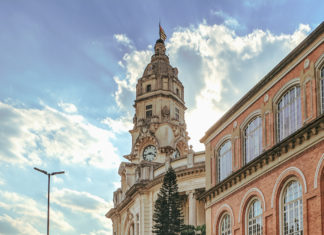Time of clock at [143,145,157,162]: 3:43
